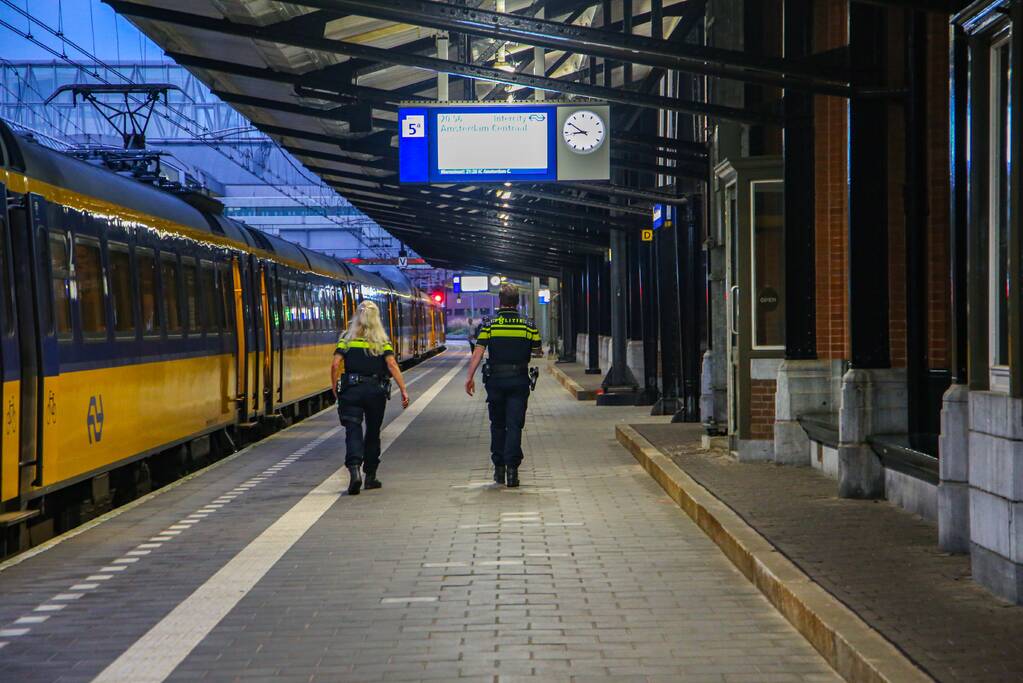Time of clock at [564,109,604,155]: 8:50
